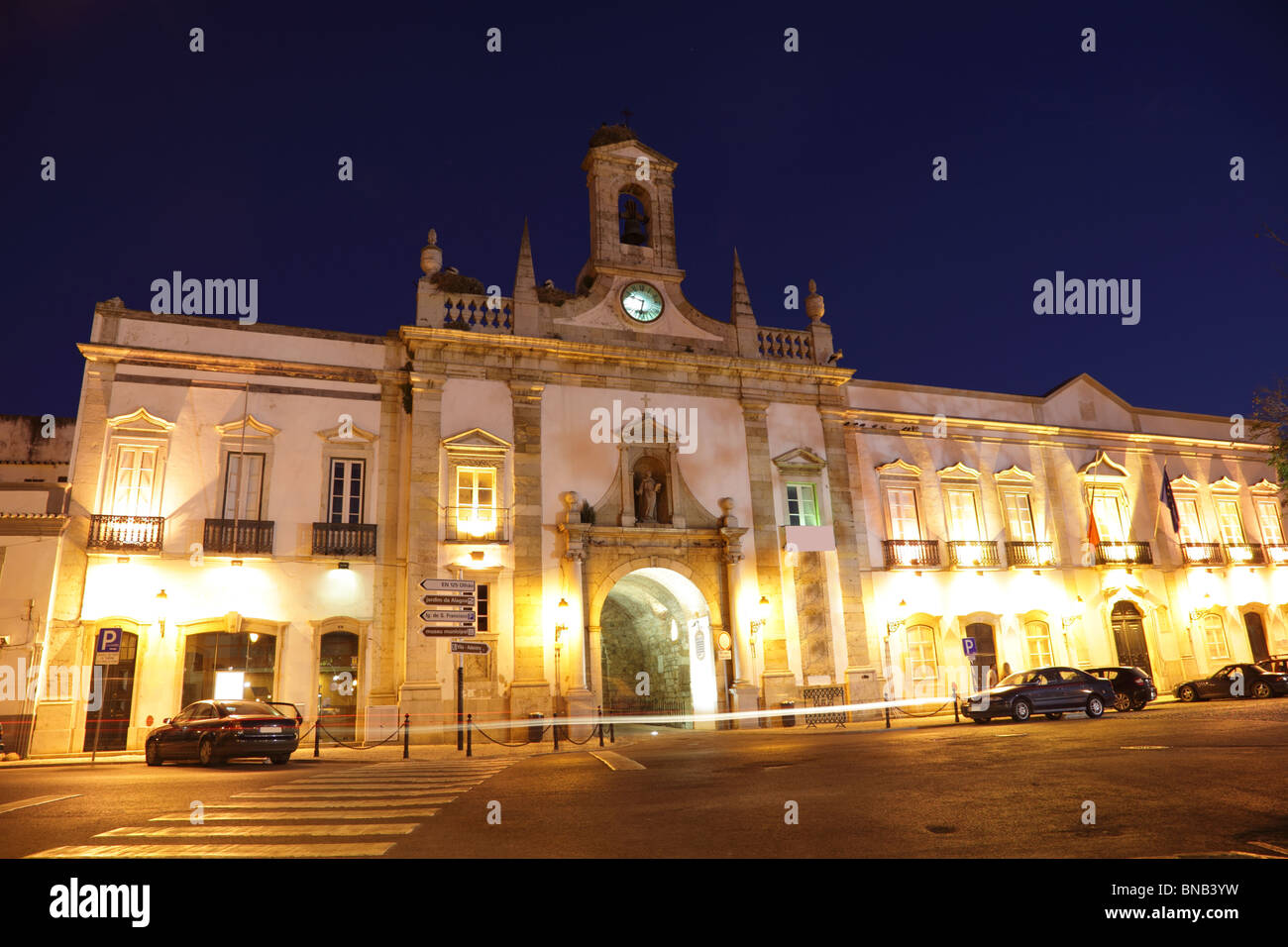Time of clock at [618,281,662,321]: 9:32
